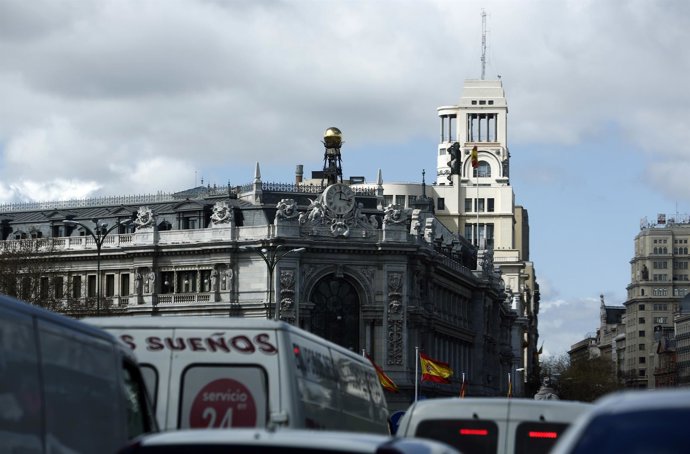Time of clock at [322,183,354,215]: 12:16
